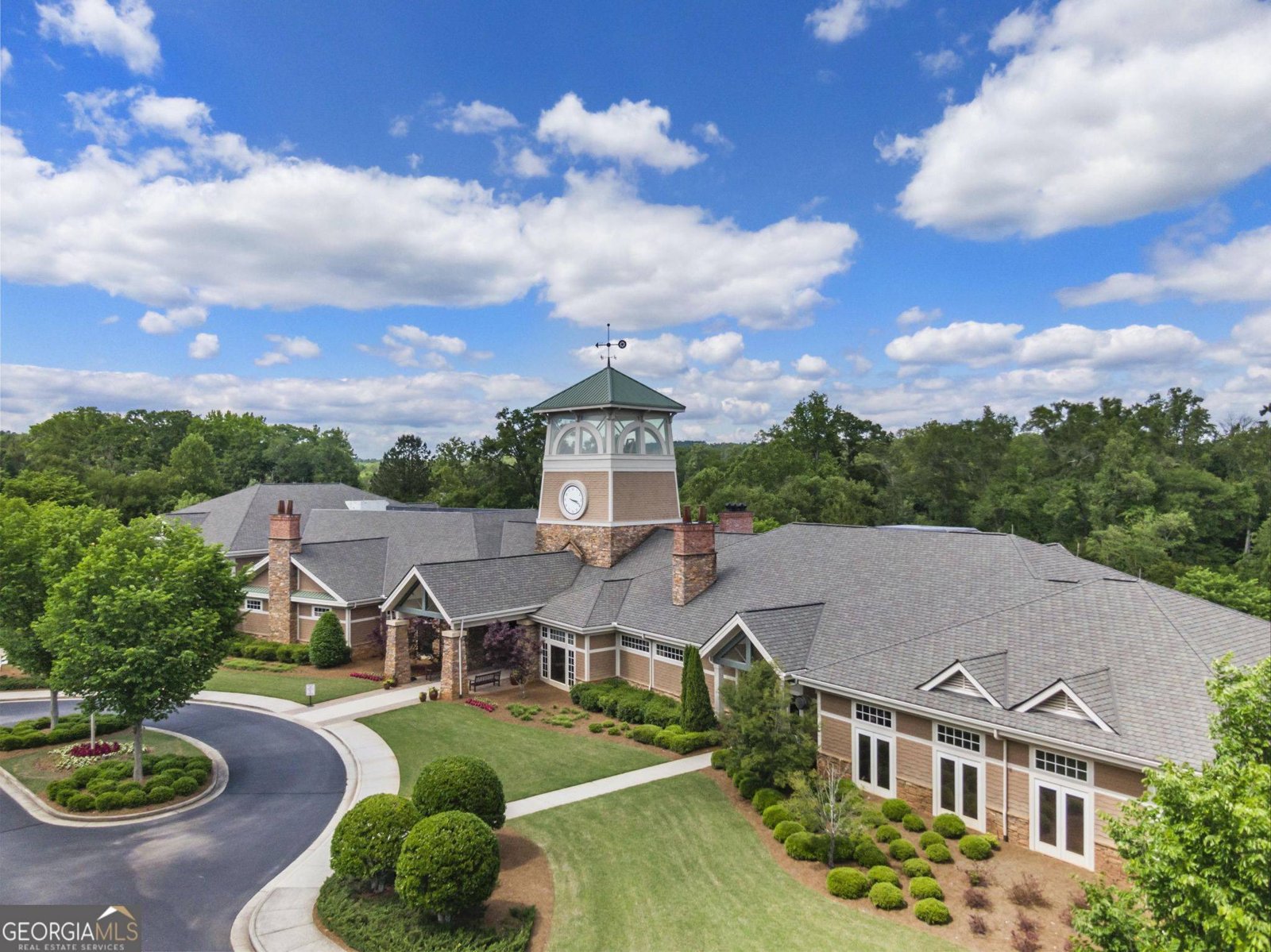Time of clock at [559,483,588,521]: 3:19
